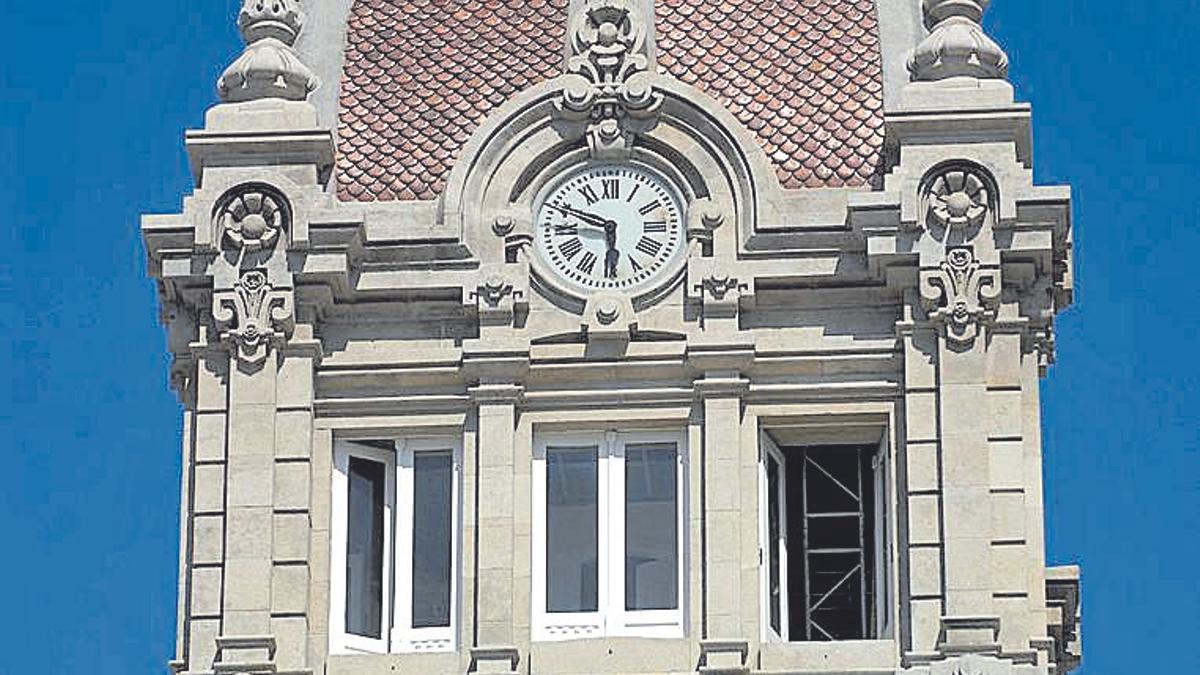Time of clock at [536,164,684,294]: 5:48
